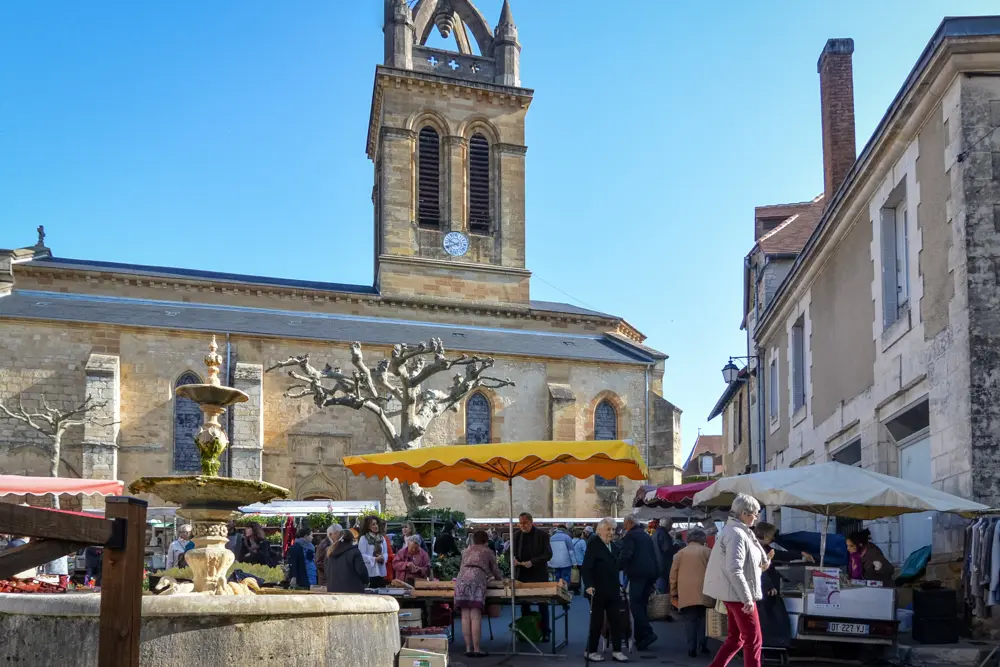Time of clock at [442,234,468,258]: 9:41
